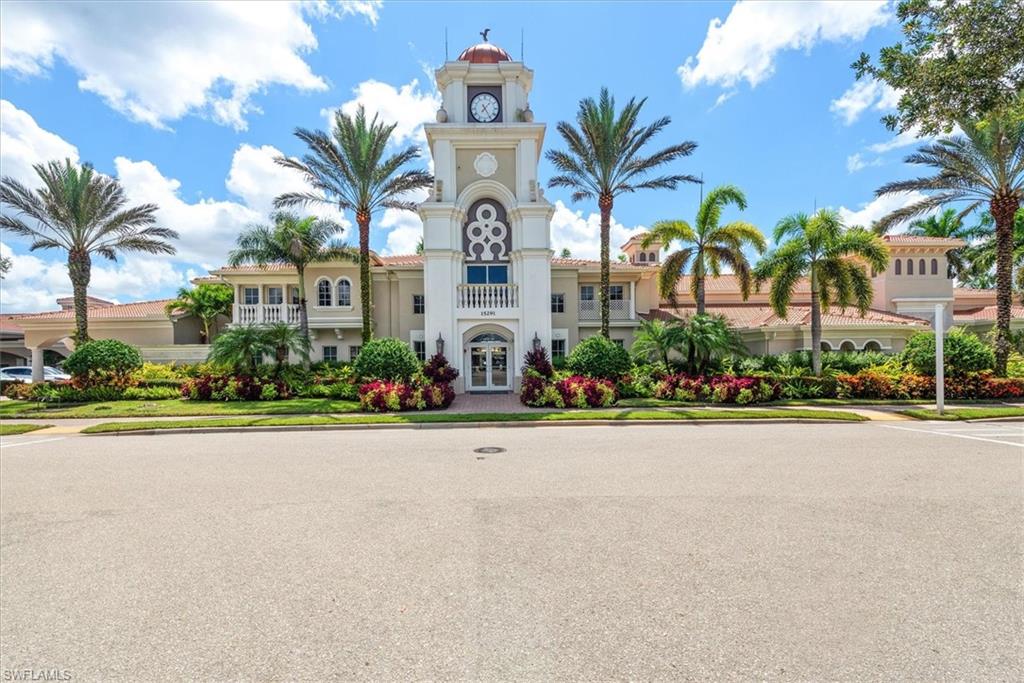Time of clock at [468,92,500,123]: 1:24
